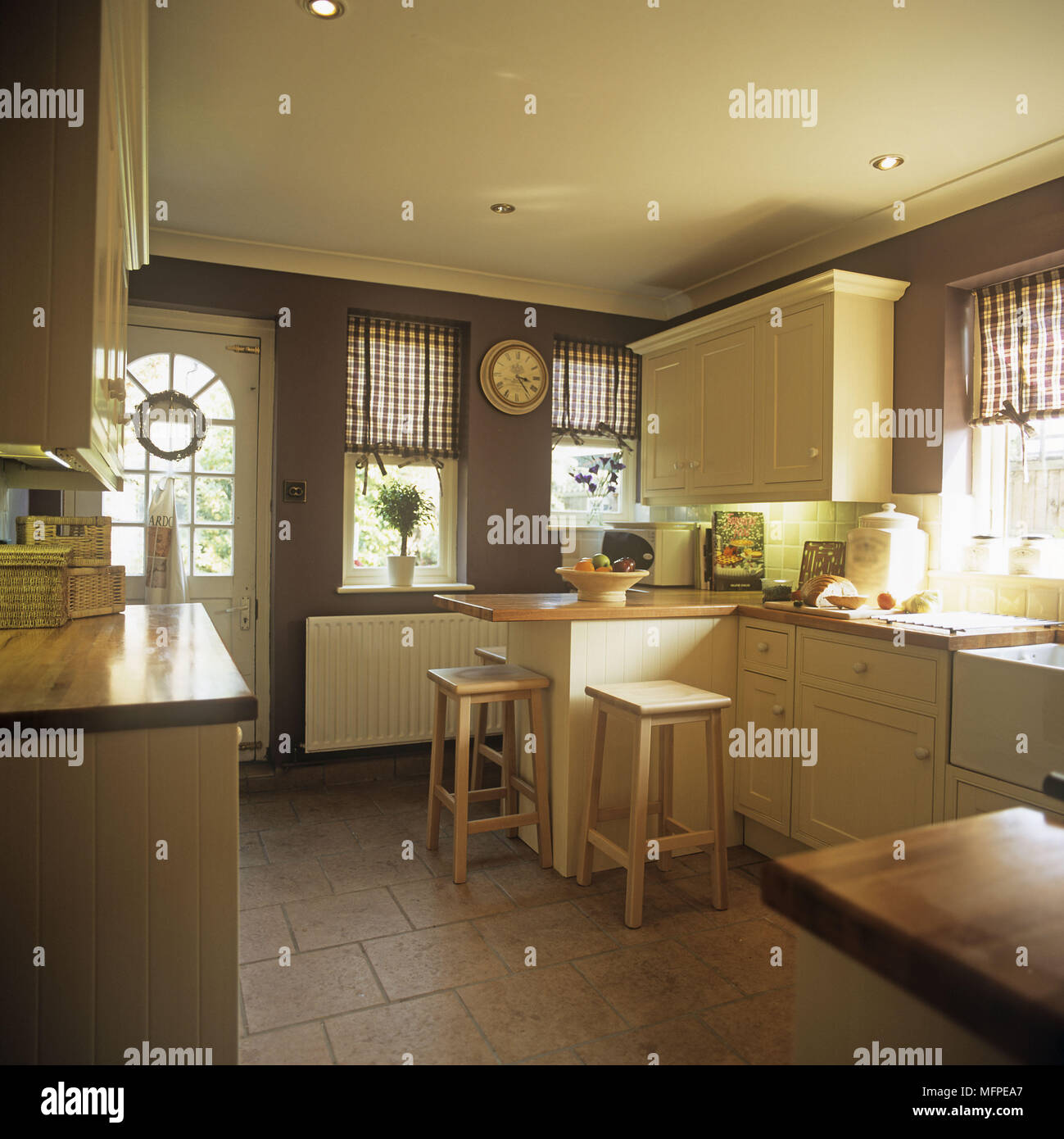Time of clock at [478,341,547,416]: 3:23
